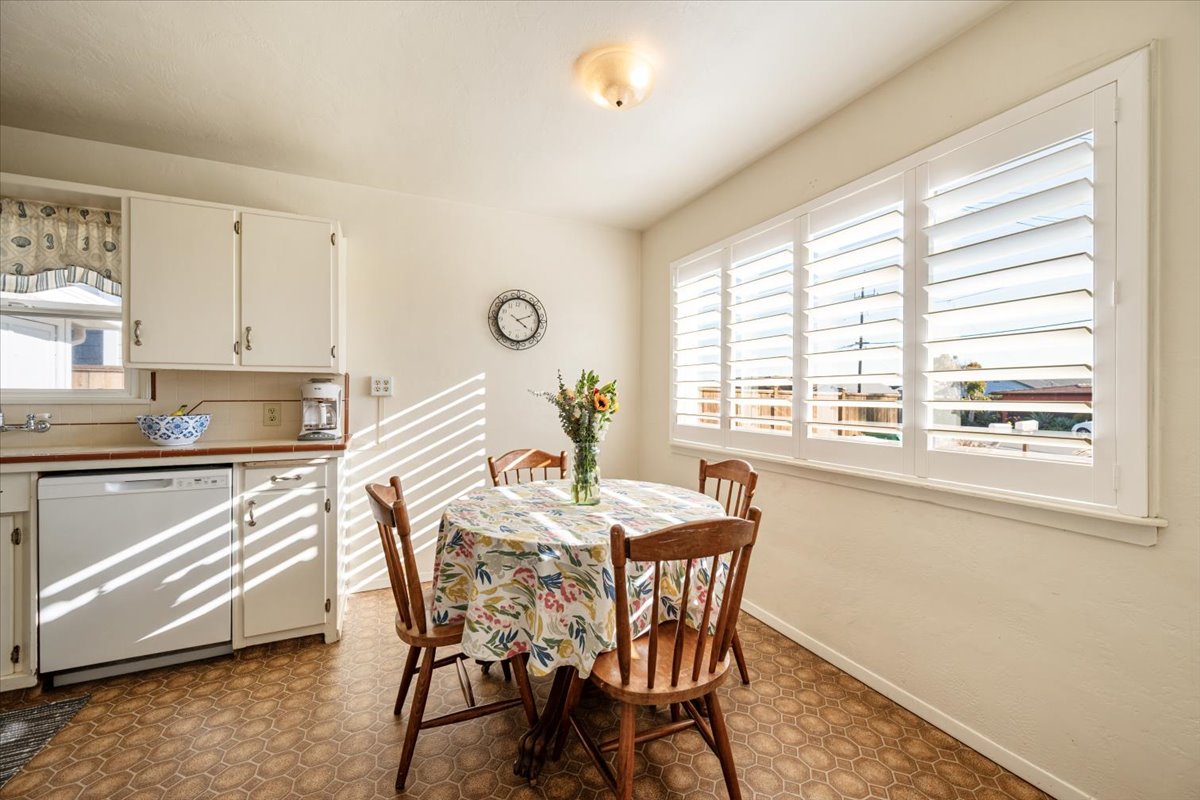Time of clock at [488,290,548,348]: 4:12
